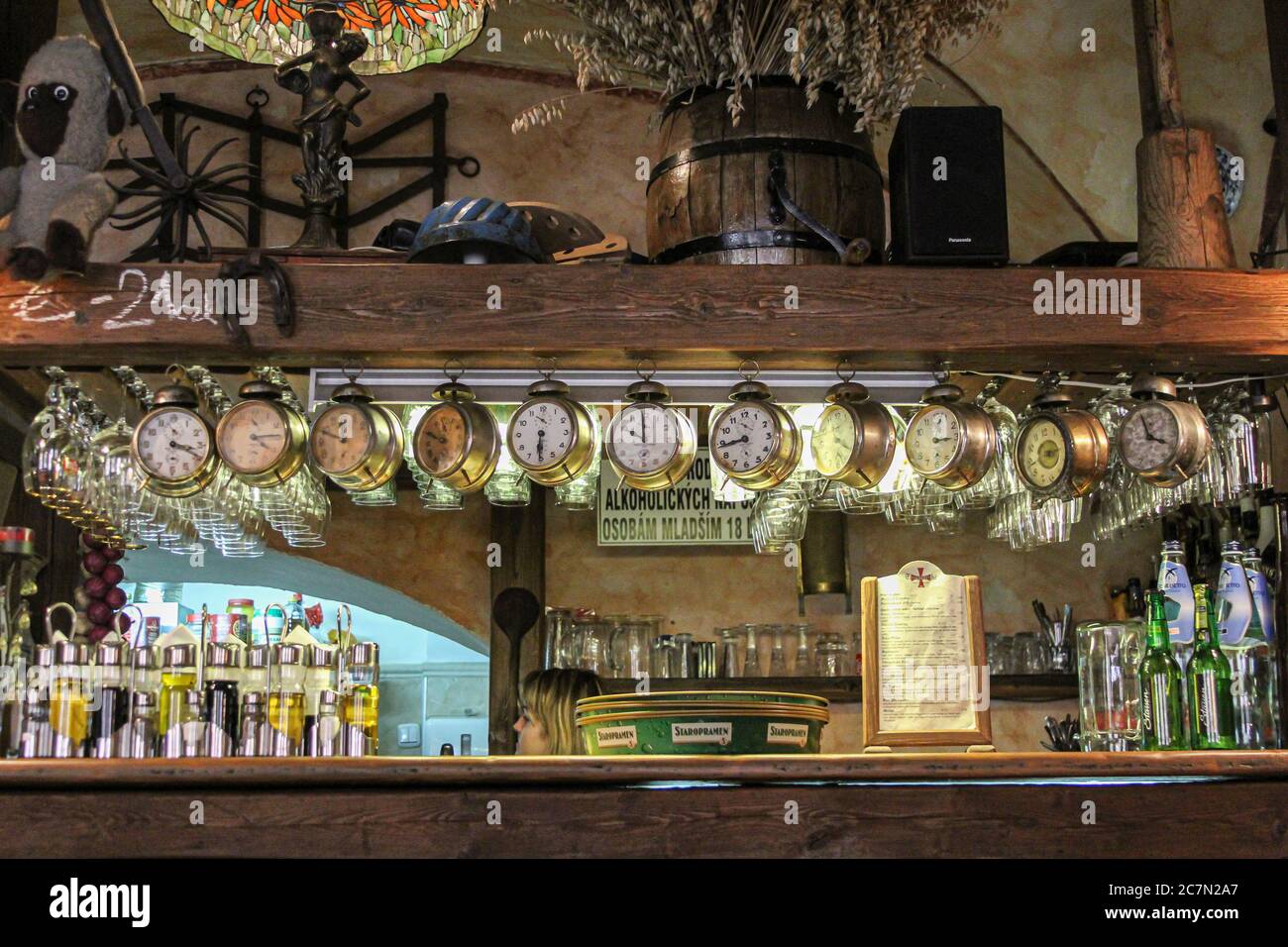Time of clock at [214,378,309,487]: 4:14
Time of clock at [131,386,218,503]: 3:19
